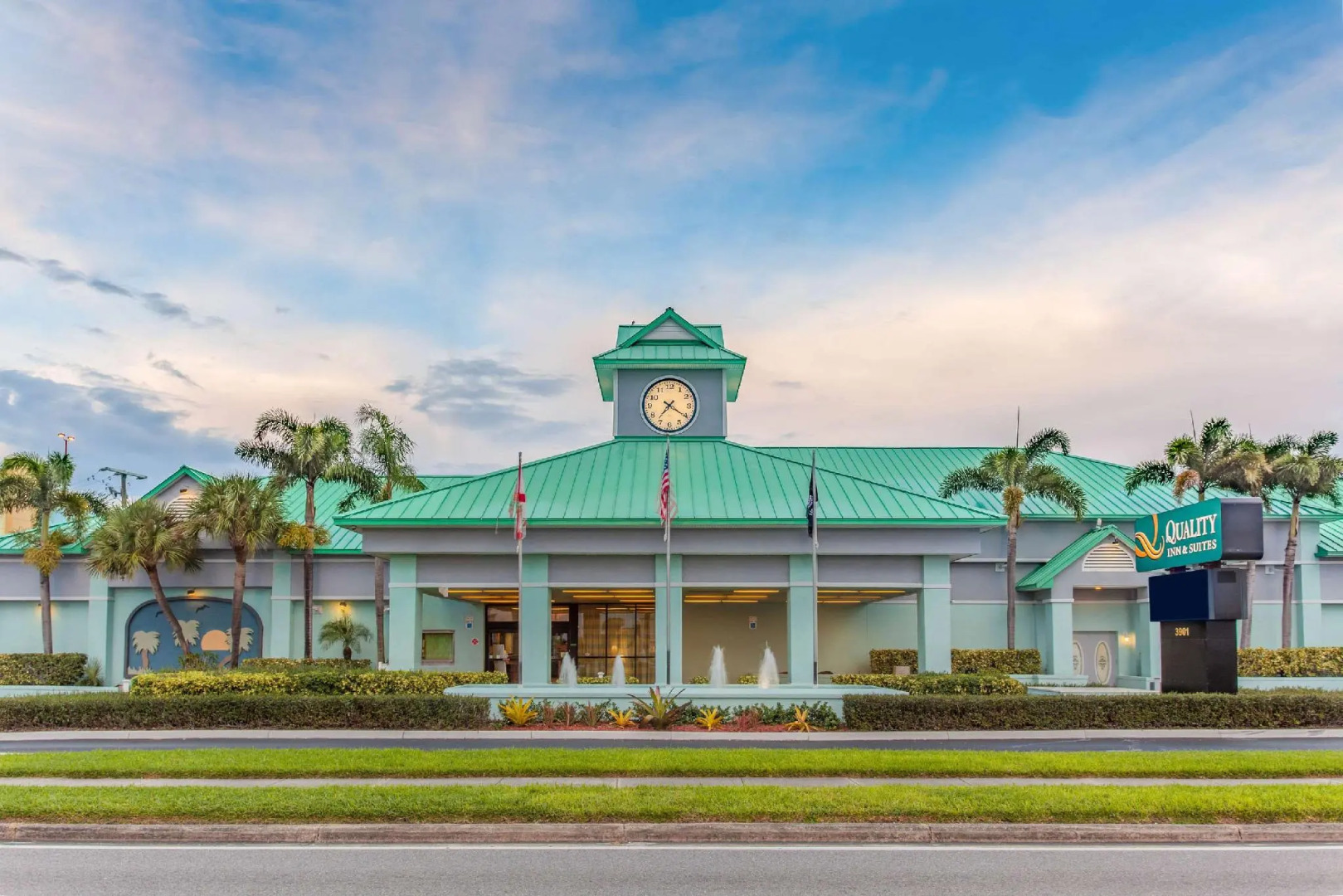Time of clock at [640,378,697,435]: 7:20
